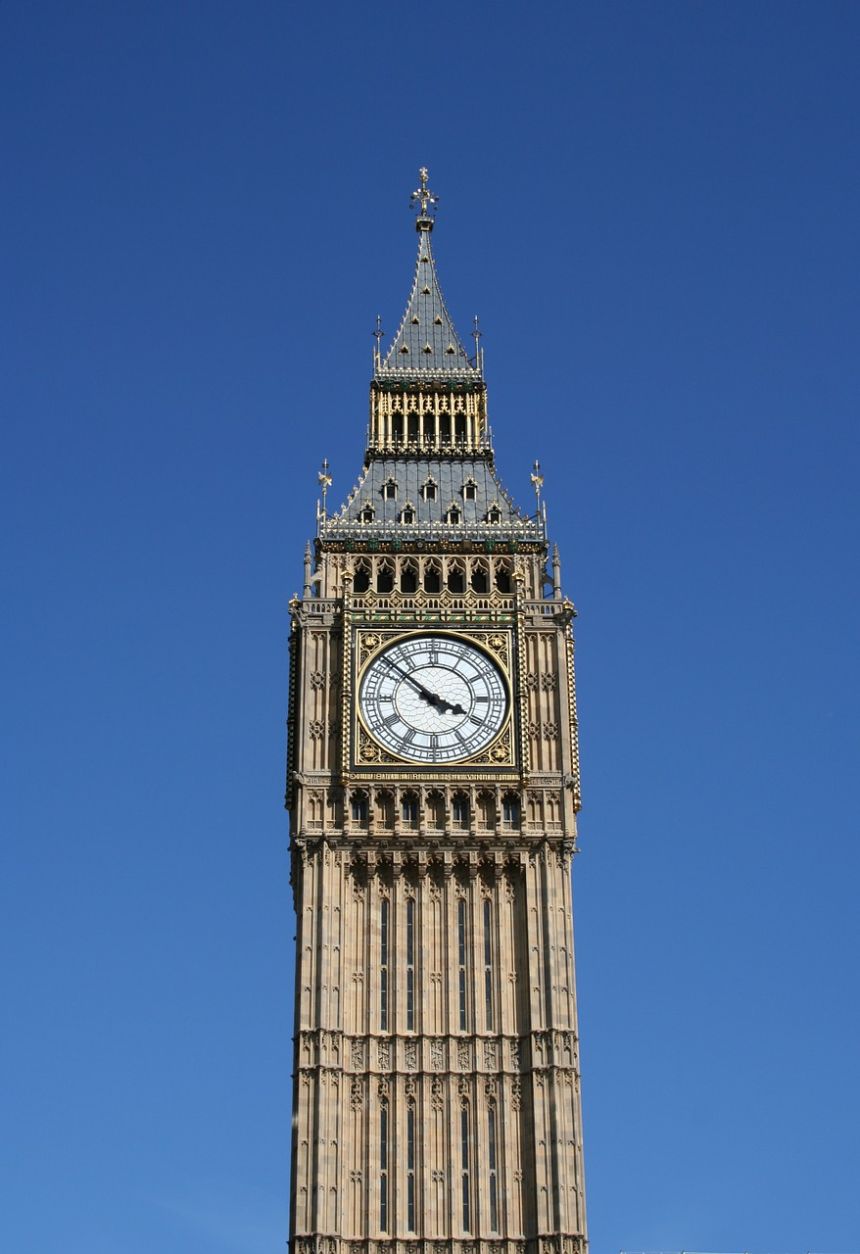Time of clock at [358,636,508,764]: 3:52
